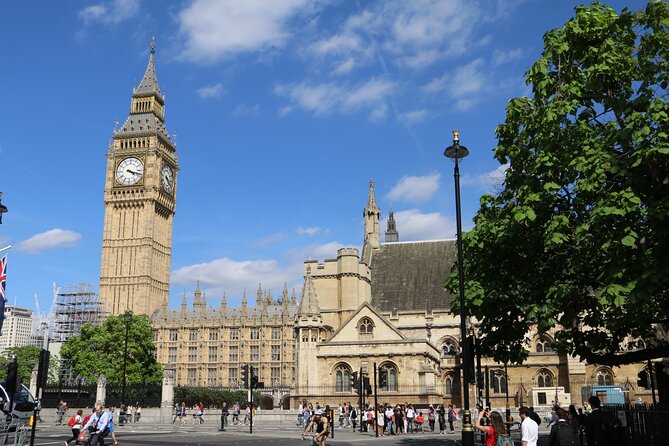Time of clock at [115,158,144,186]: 4:17
